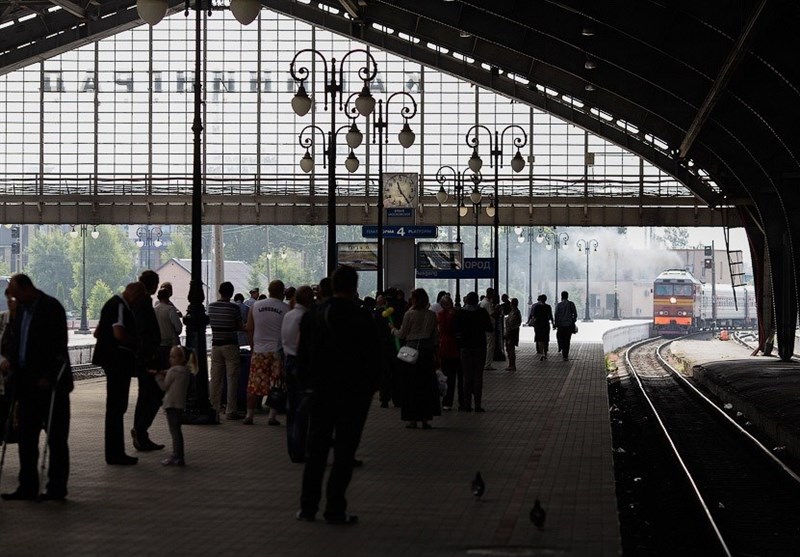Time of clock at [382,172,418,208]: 11:23
